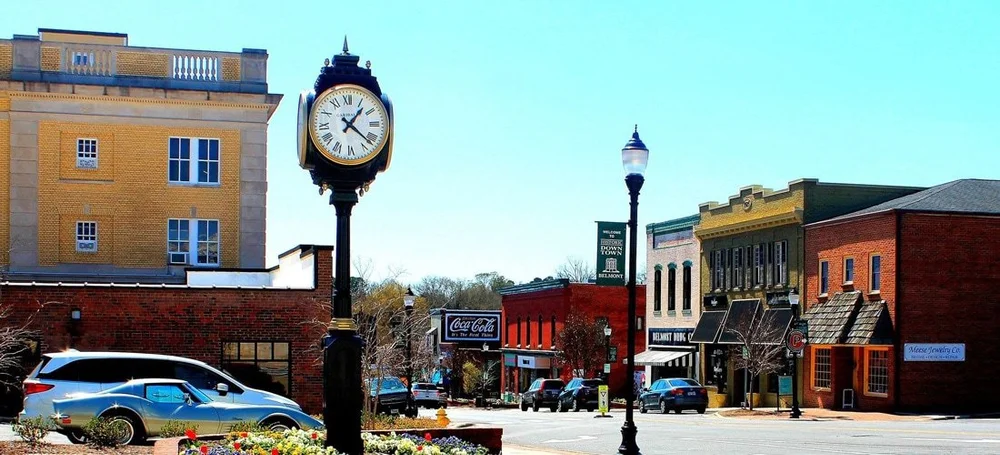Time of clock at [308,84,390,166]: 1:21
